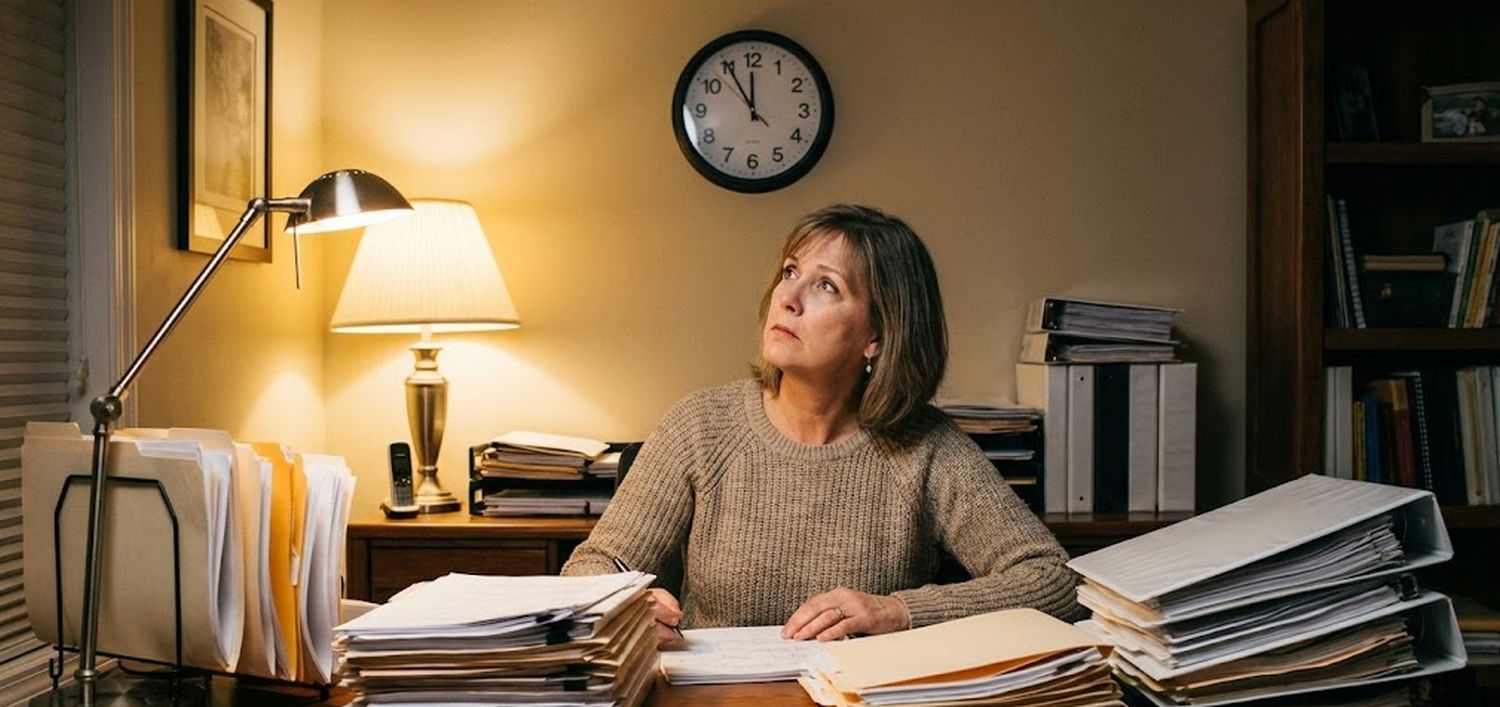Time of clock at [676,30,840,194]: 11:54
